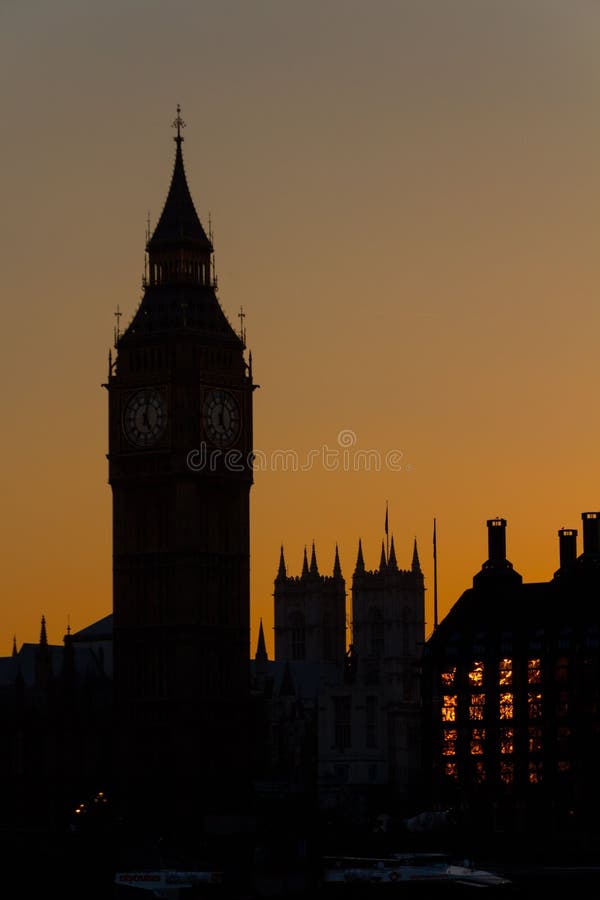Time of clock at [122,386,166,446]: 5:01
